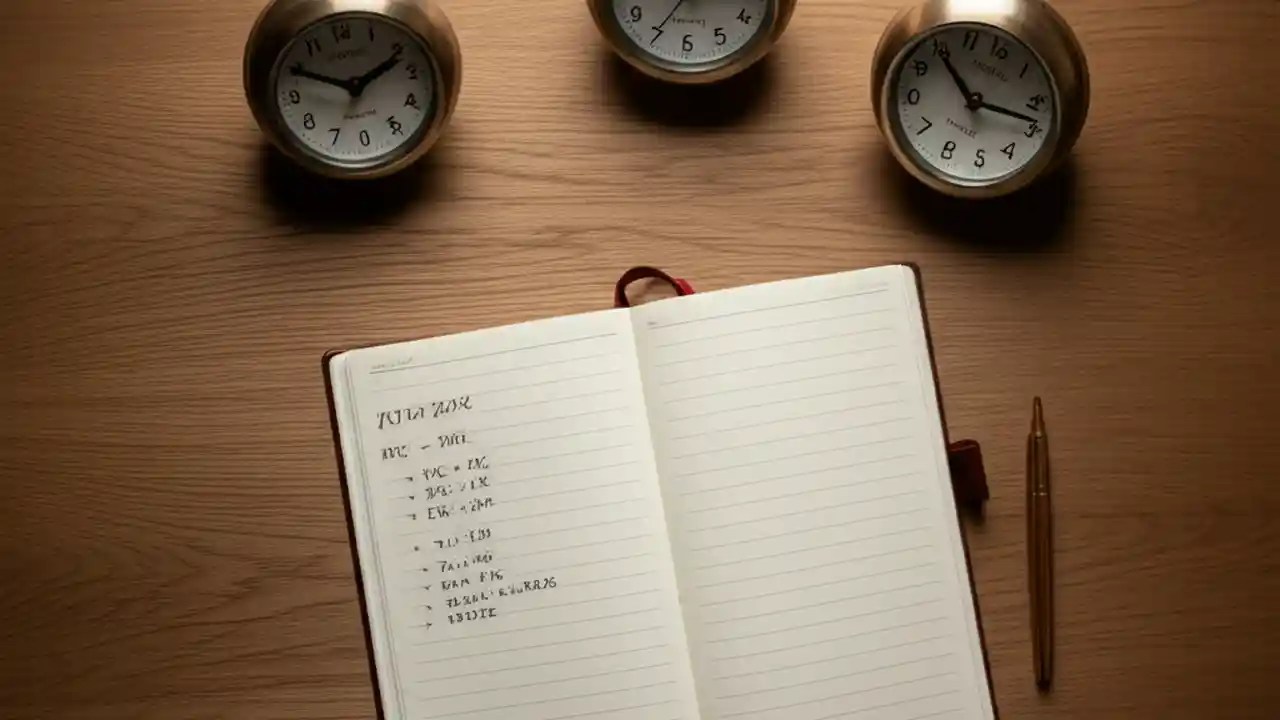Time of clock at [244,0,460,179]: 1:49
